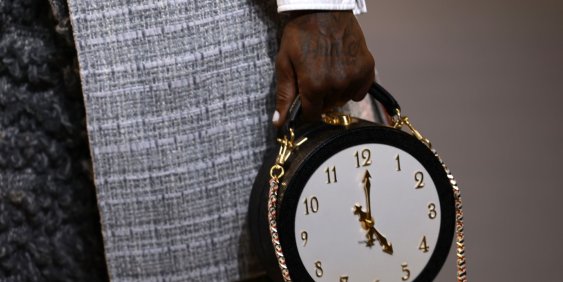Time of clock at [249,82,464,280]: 5:00
